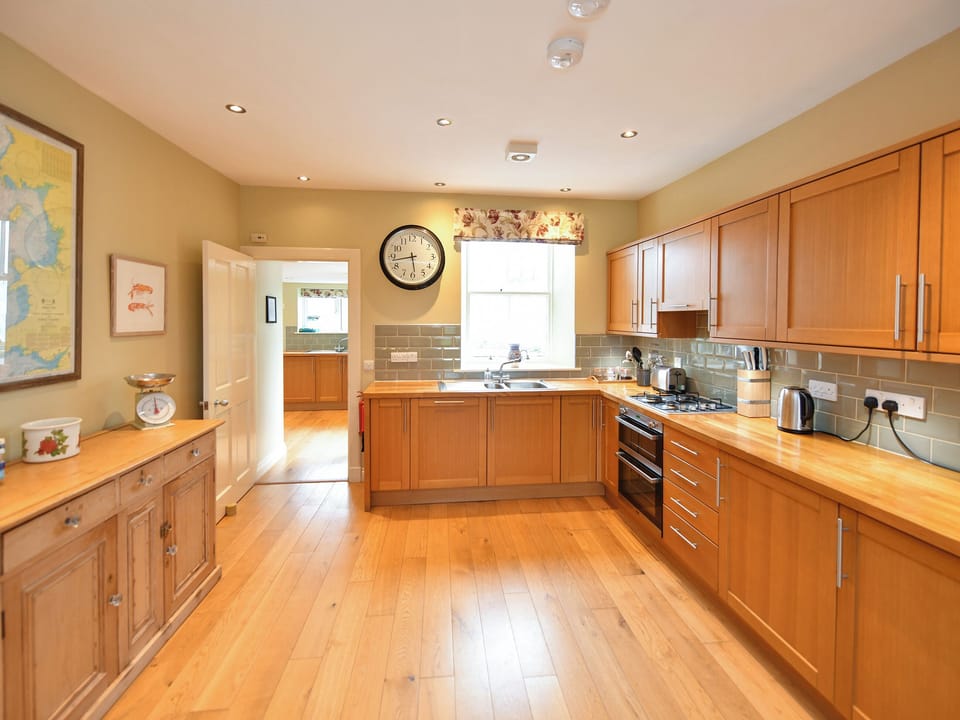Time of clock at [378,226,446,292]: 5:43
